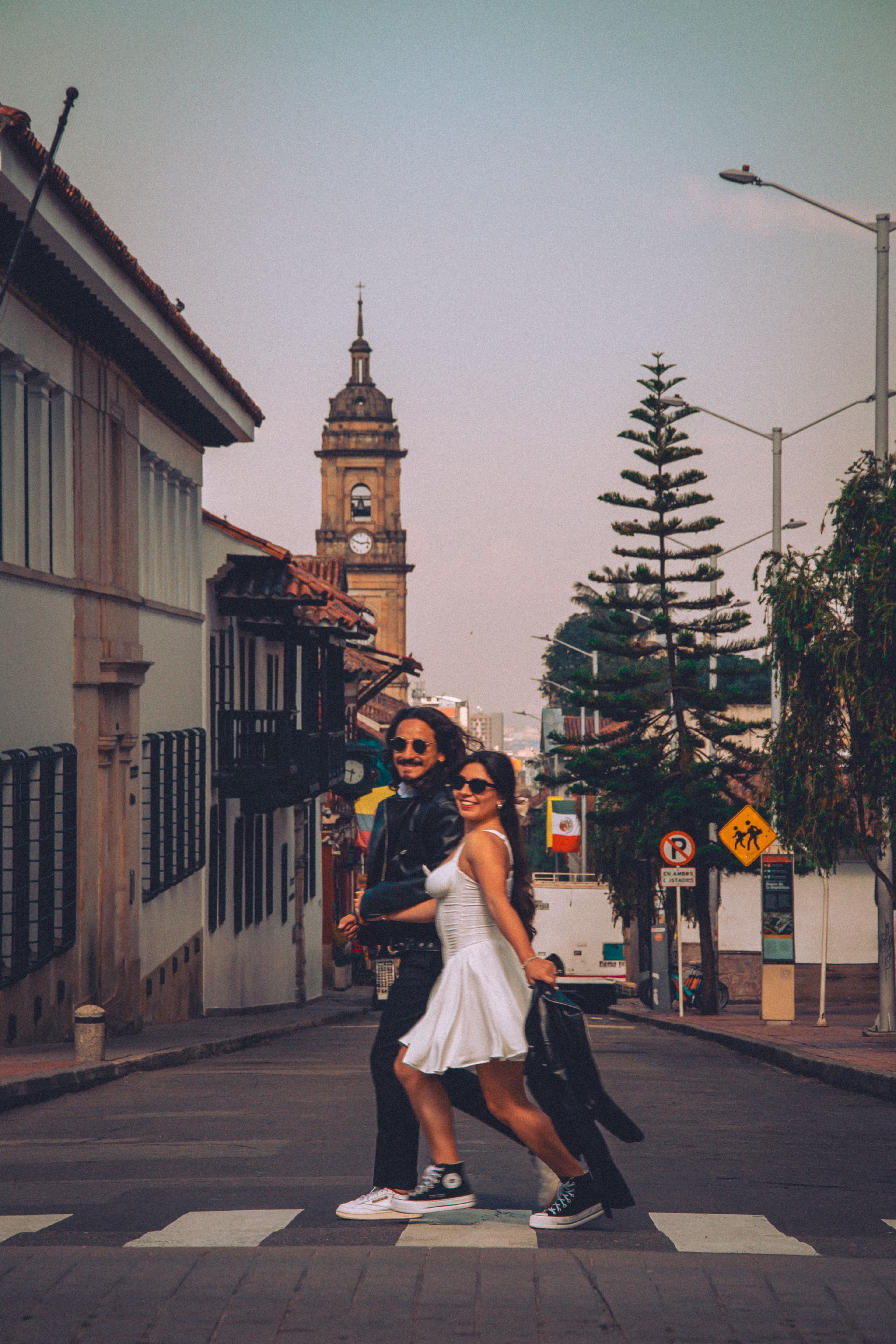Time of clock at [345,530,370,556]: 2:48
